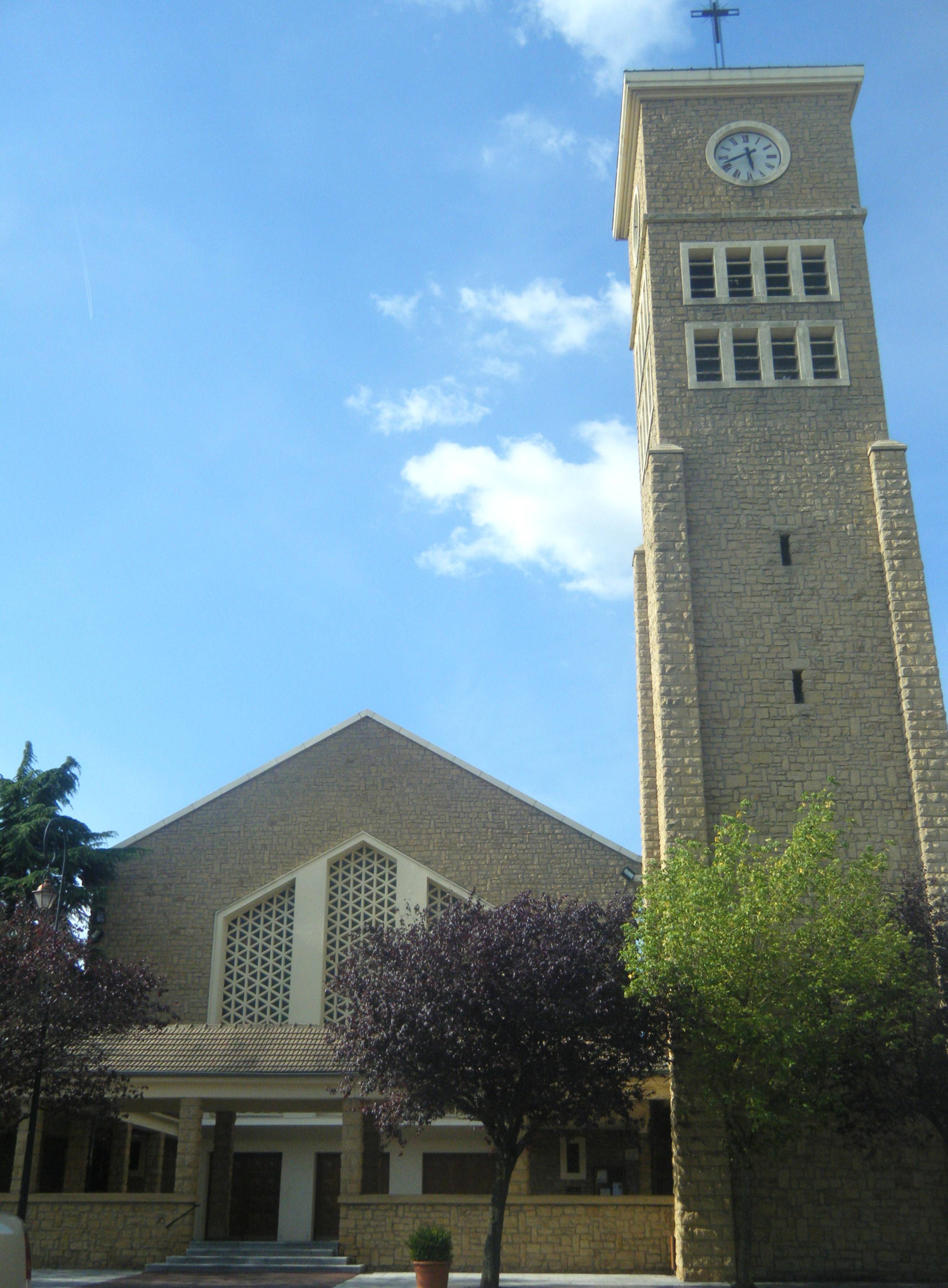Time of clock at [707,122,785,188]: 5:41
